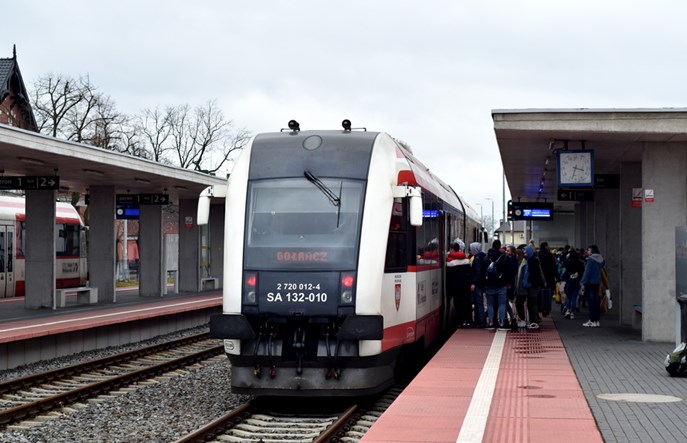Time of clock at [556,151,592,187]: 3:33
